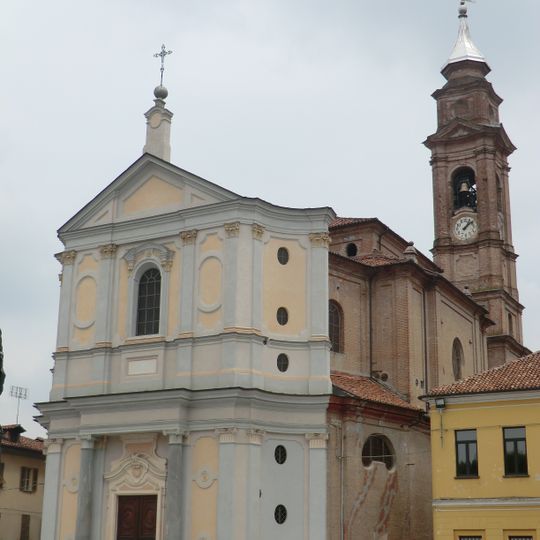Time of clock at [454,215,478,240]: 1:08
